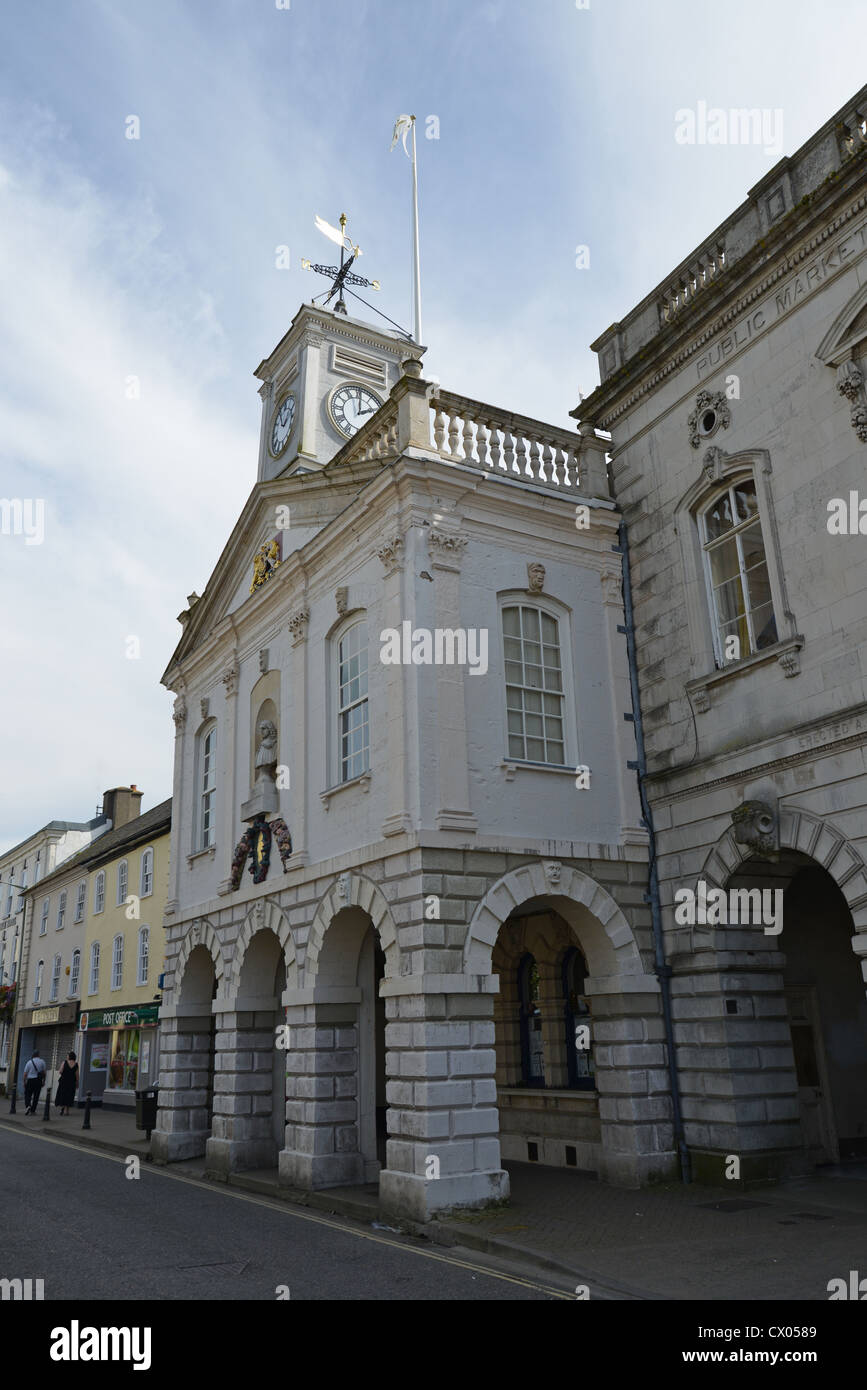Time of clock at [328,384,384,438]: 2:00
